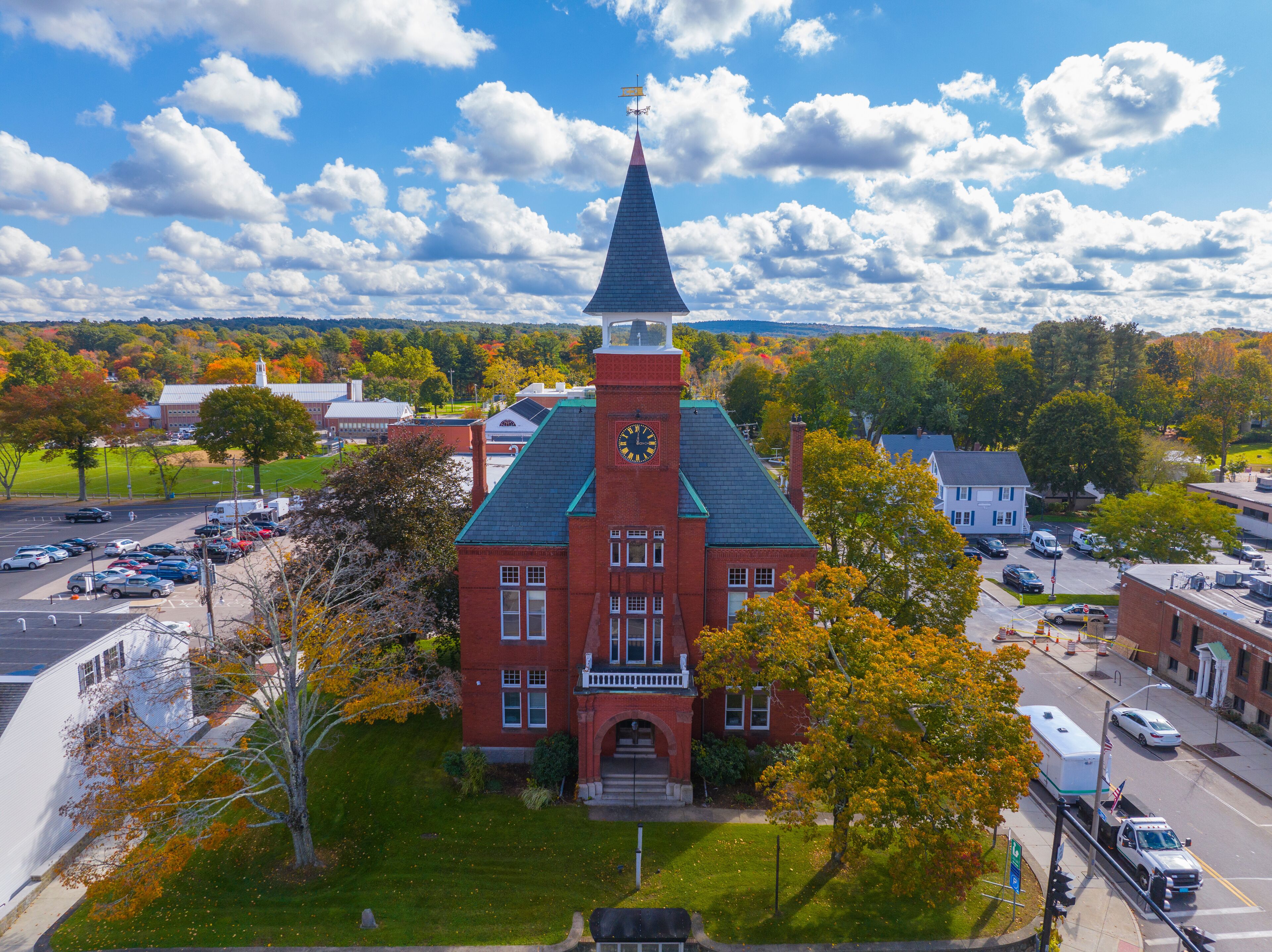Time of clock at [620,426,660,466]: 3:00
